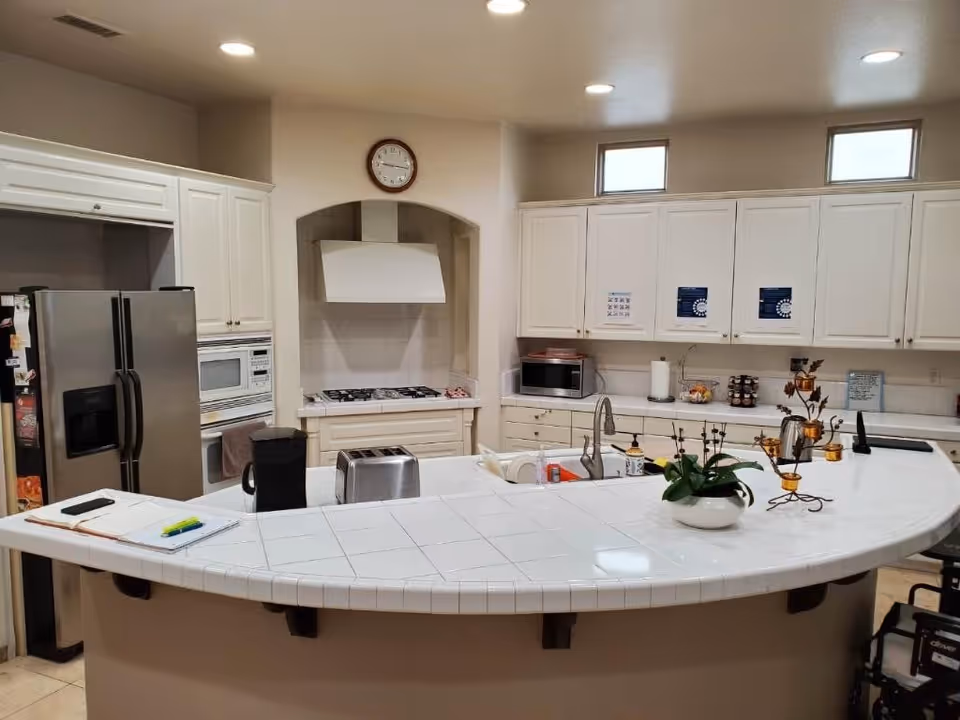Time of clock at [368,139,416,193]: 9:16
